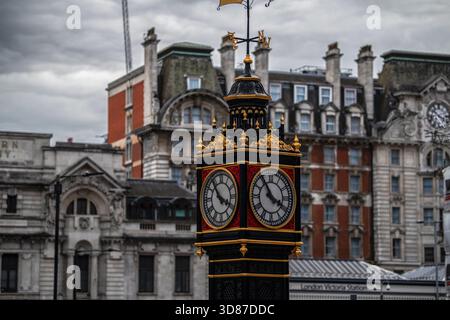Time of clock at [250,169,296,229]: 3:54
